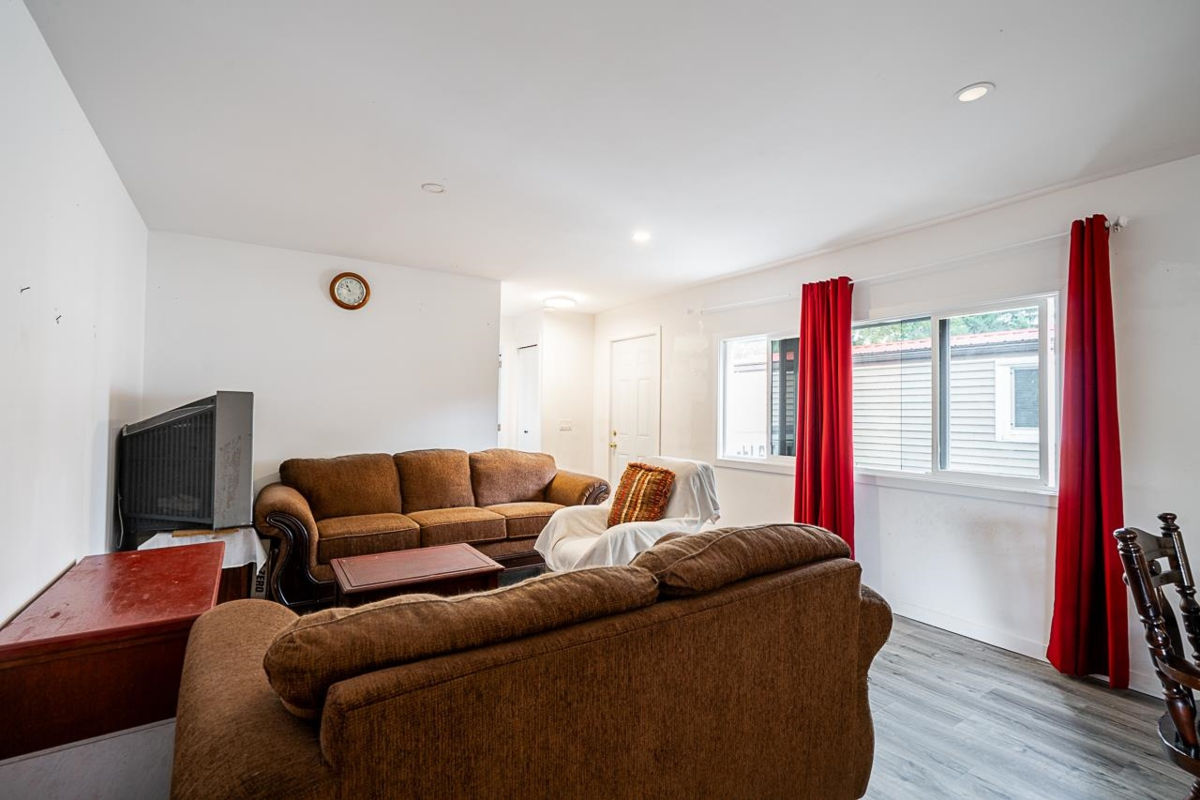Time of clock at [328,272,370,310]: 10:47
